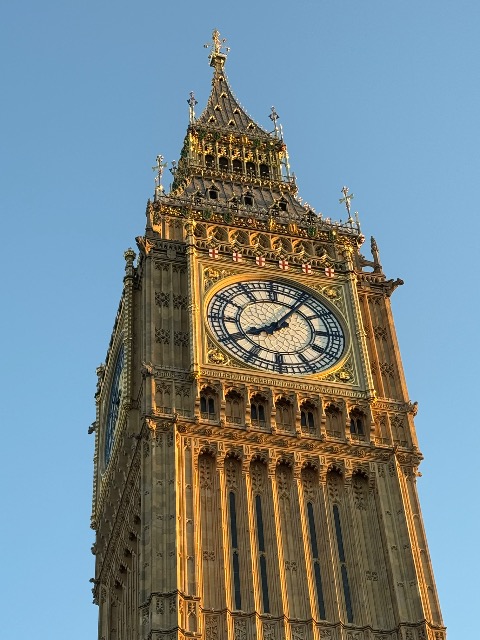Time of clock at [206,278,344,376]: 8:06
